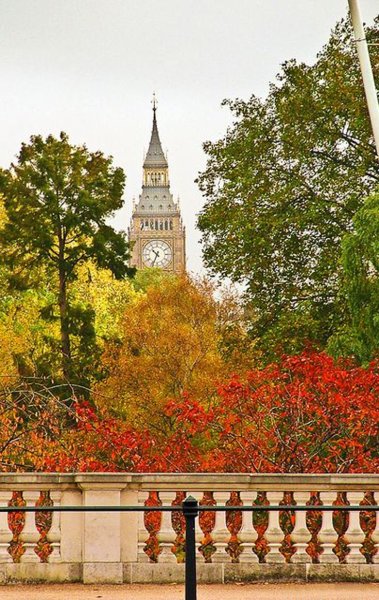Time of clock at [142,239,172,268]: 10:34
